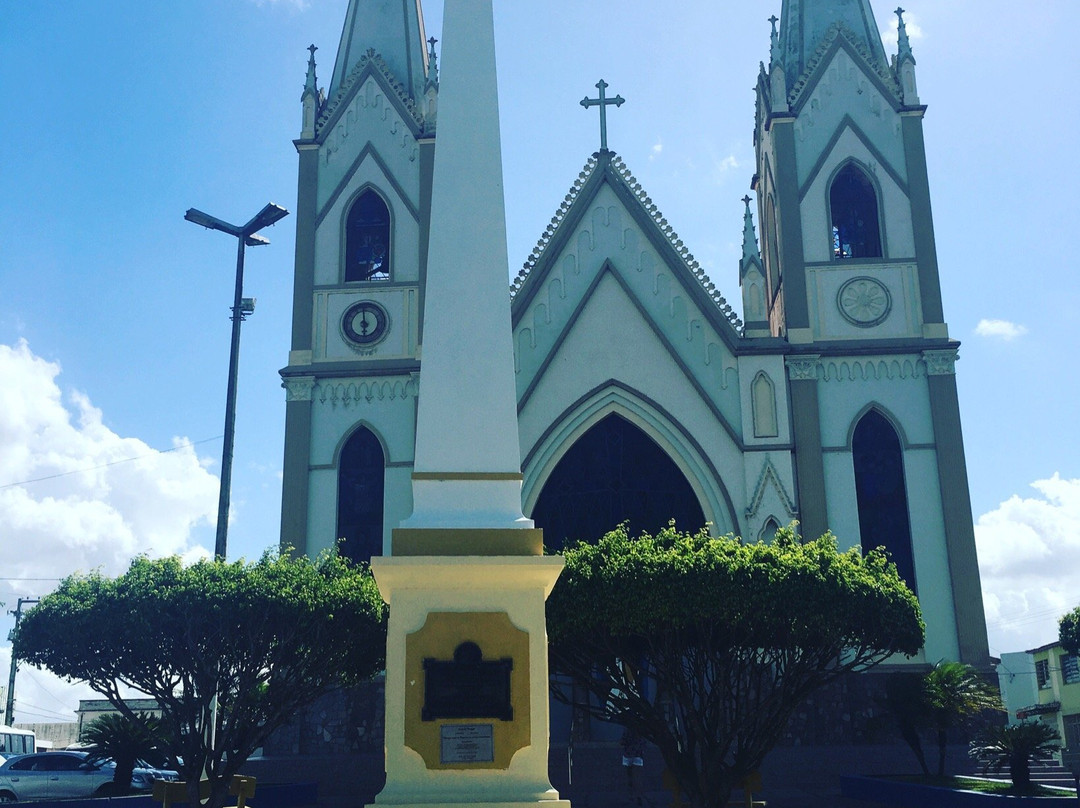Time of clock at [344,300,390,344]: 5:59
